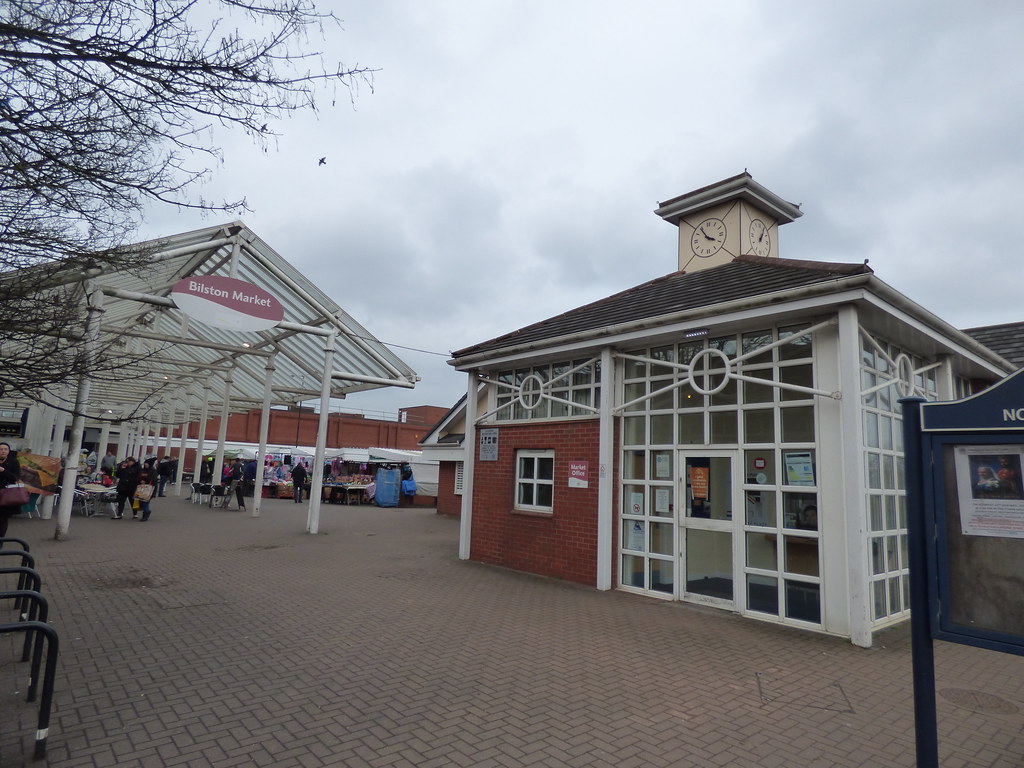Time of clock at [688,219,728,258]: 3:54
